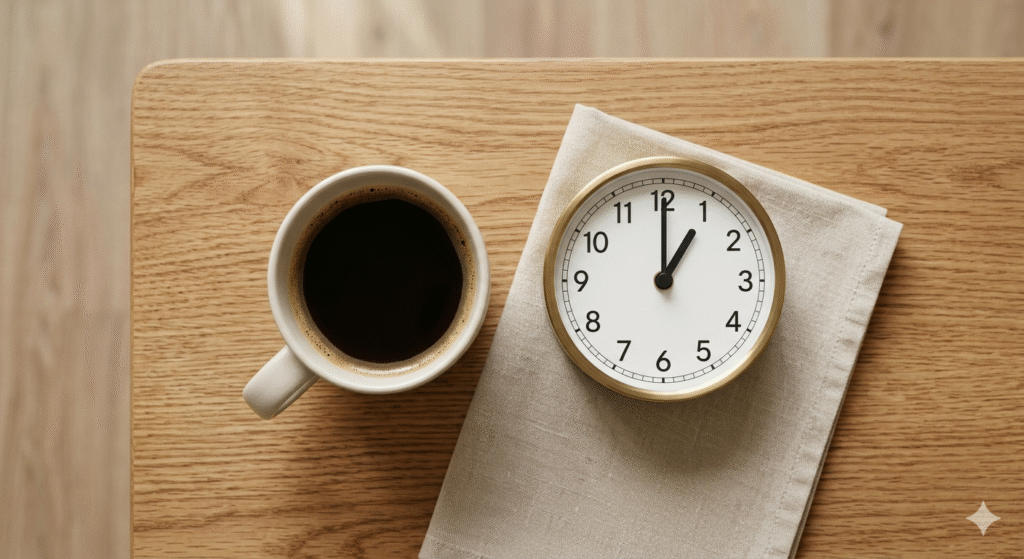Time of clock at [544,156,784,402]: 1:00
